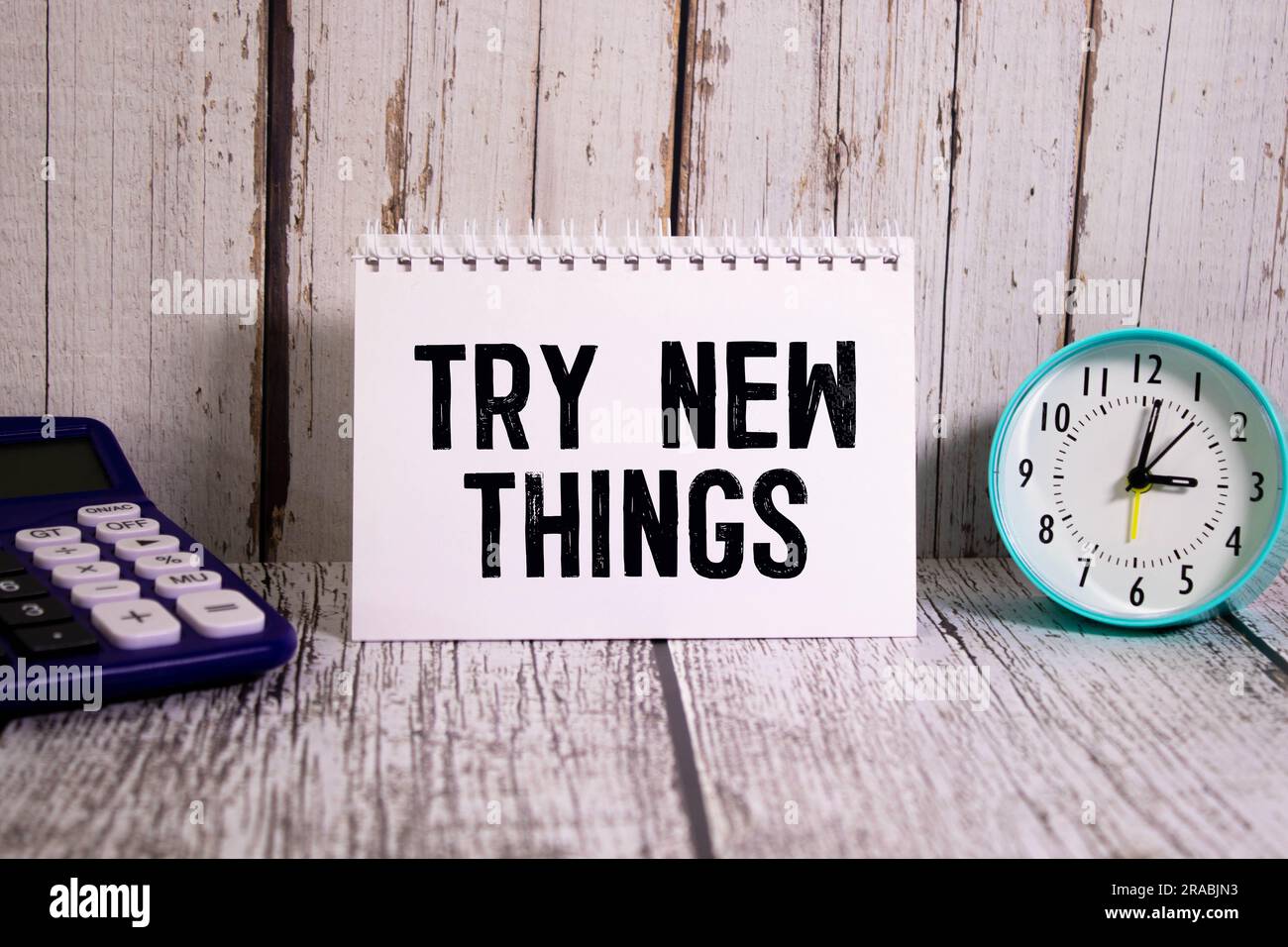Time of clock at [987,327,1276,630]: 3:01
